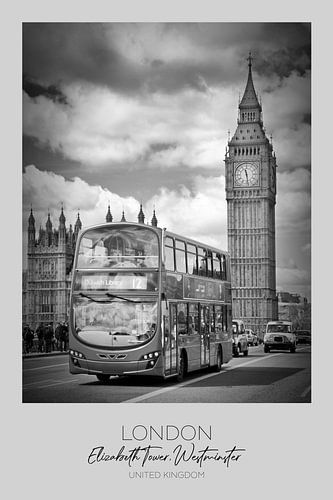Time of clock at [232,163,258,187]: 11:28
